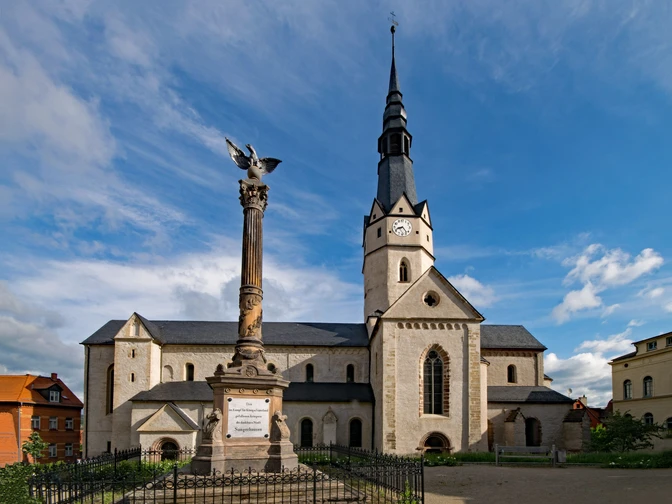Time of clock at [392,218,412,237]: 8:23
